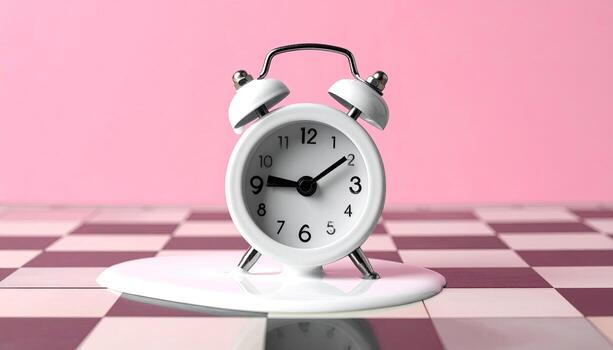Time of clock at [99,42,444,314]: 9:10
